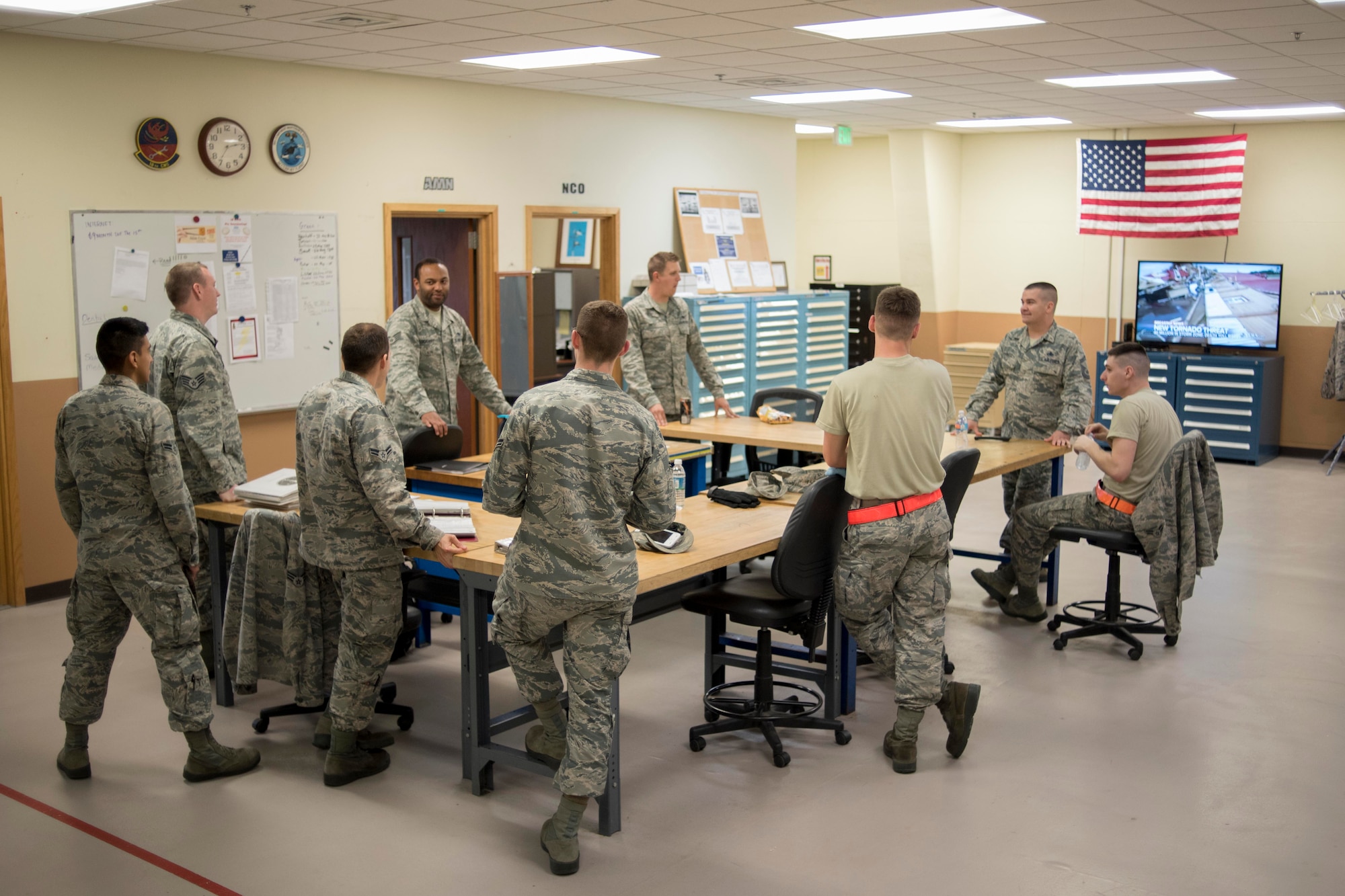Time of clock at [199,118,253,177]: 2:35
